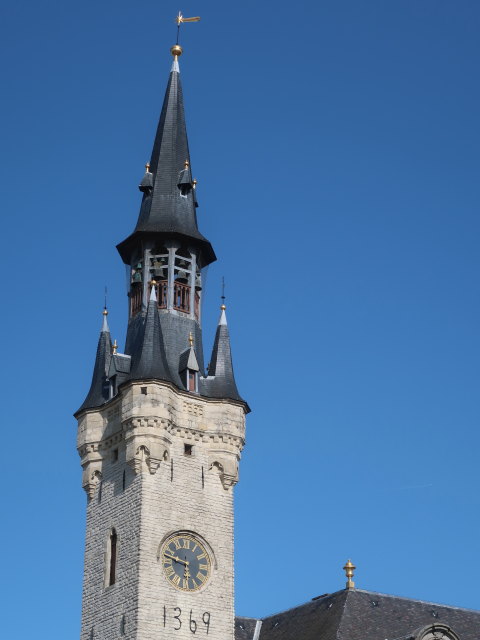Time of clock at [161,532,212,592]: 5:47
